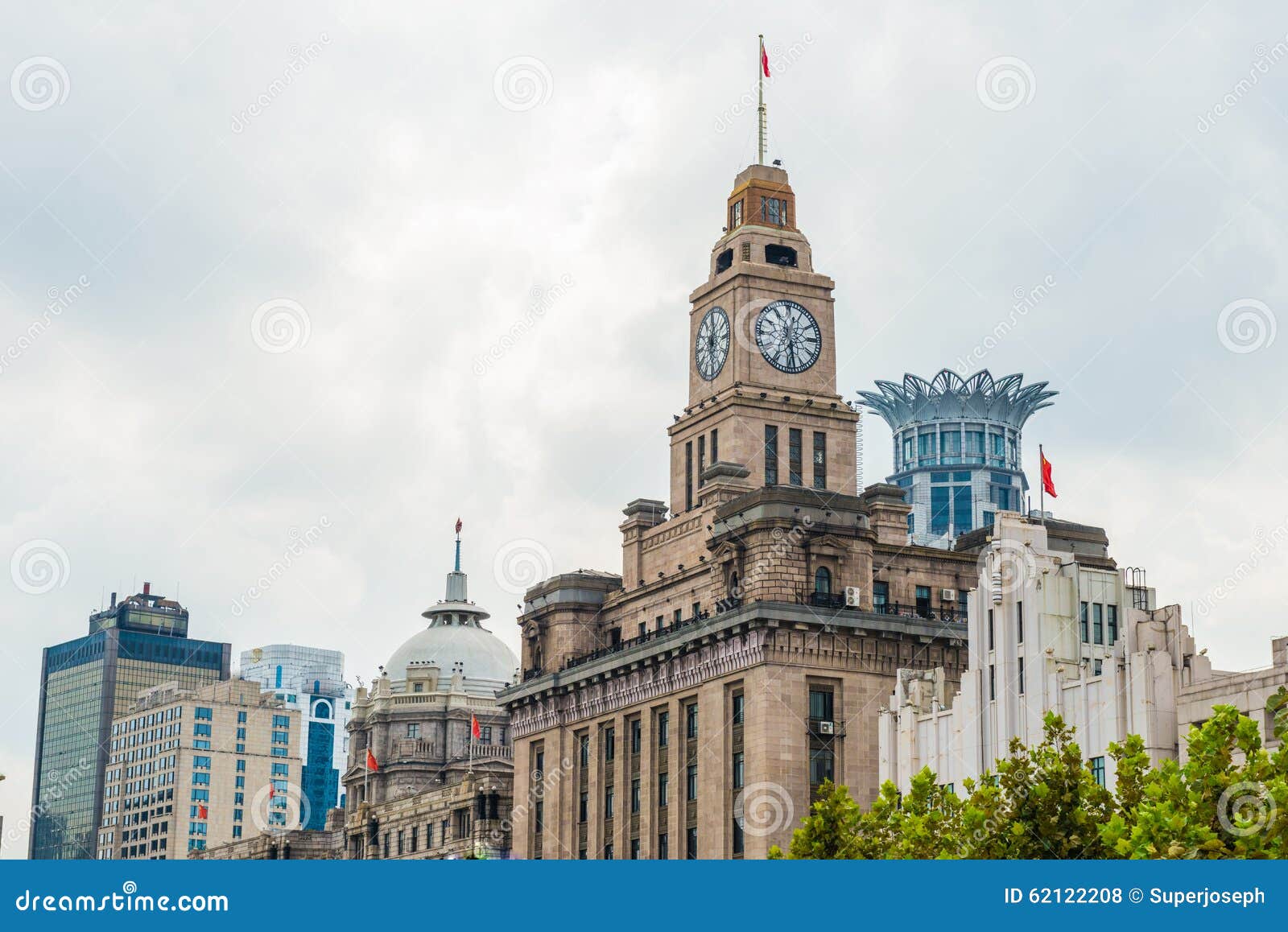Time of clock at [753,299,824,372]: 12:28
